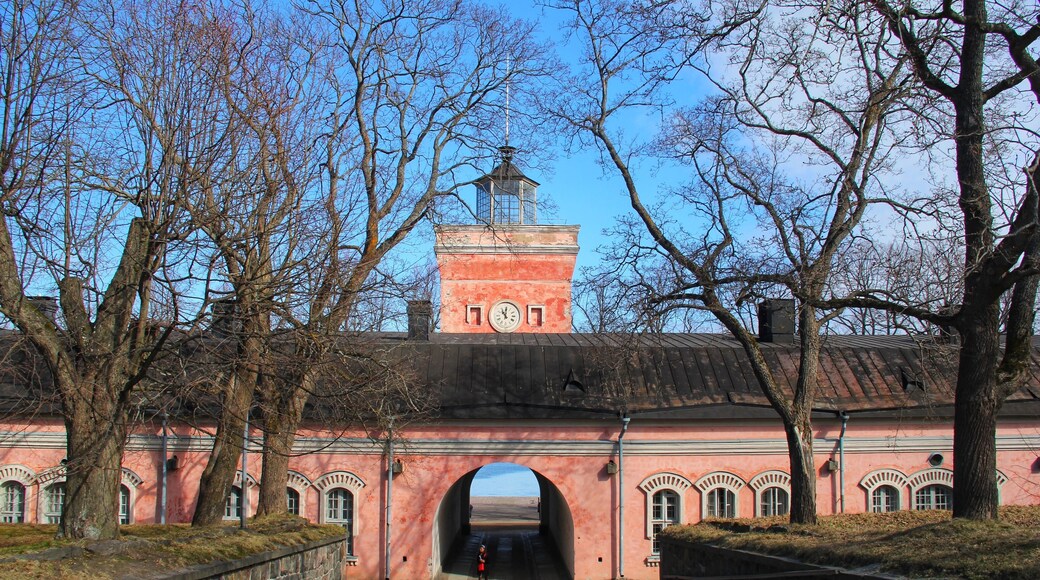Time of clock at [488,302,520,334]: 11:00
